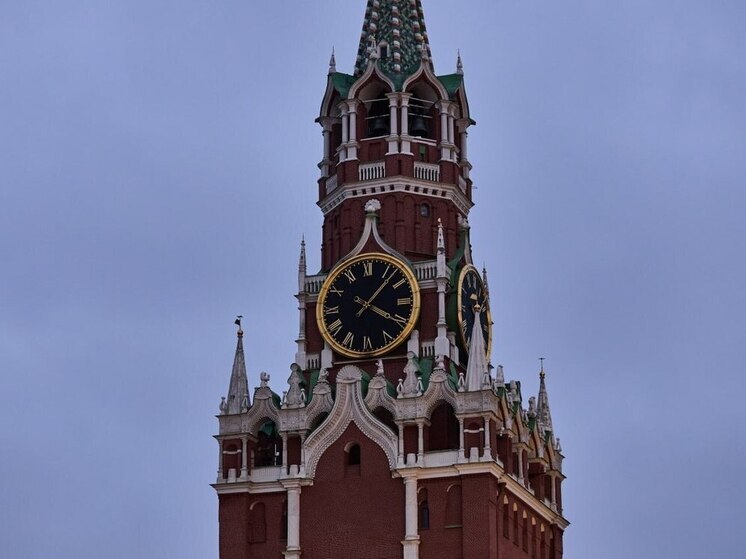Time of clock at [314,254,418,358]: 4:07
